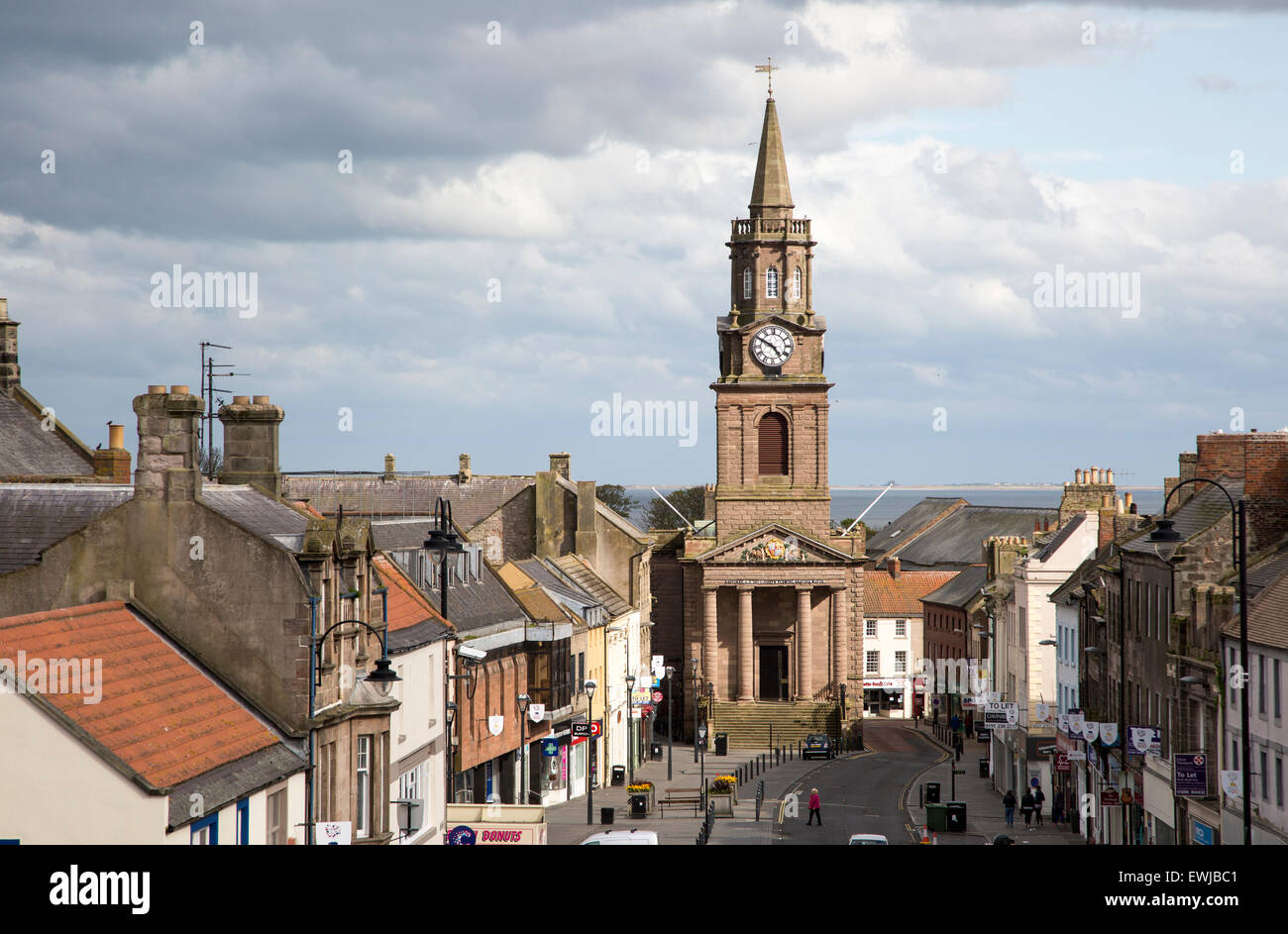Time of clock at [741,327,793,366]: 4:49
